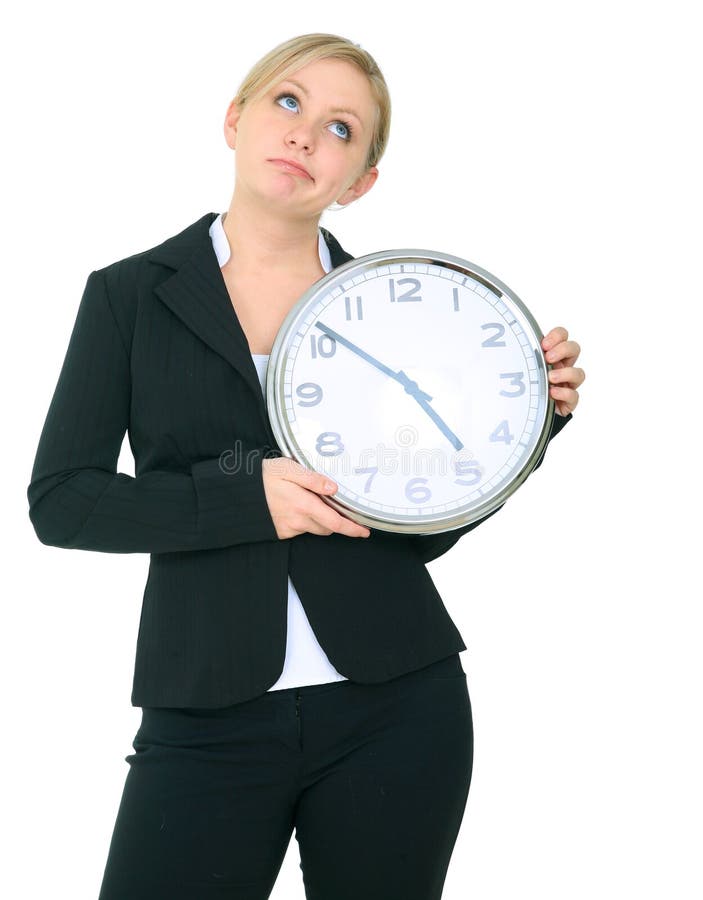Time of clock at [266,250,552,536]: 4:51
